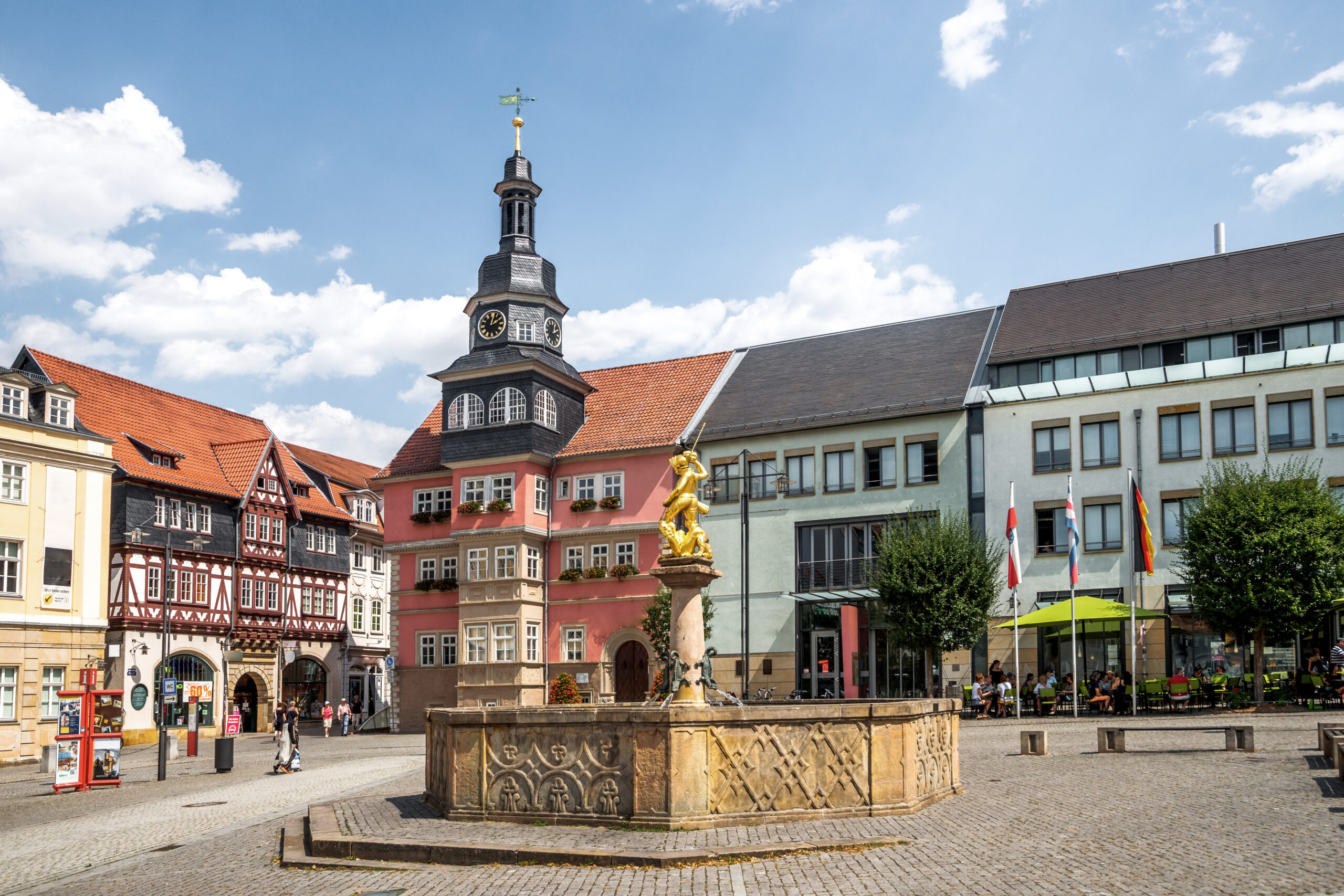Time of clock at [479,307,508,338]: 2:02
